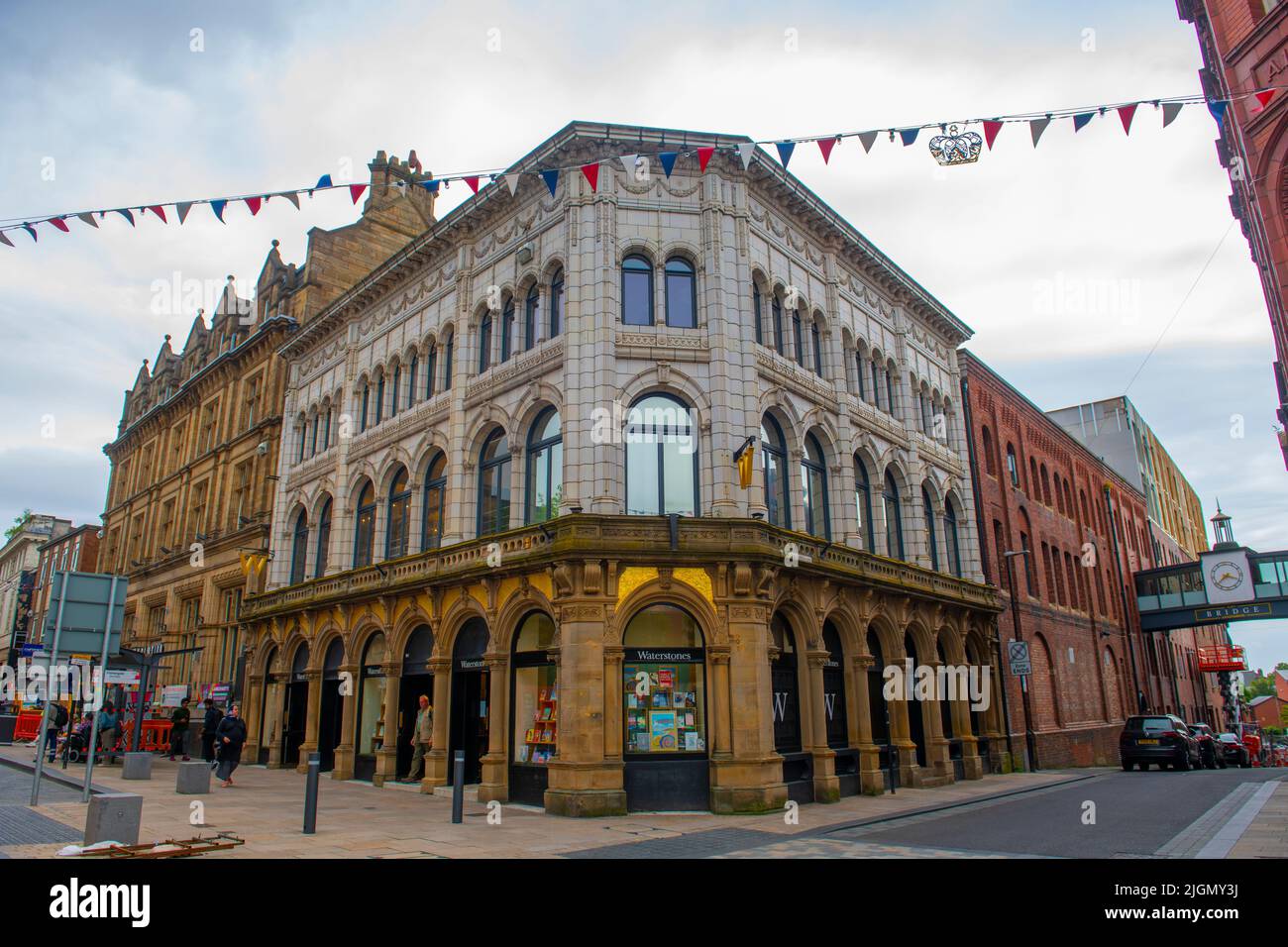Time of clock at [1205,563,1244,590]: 3:38
